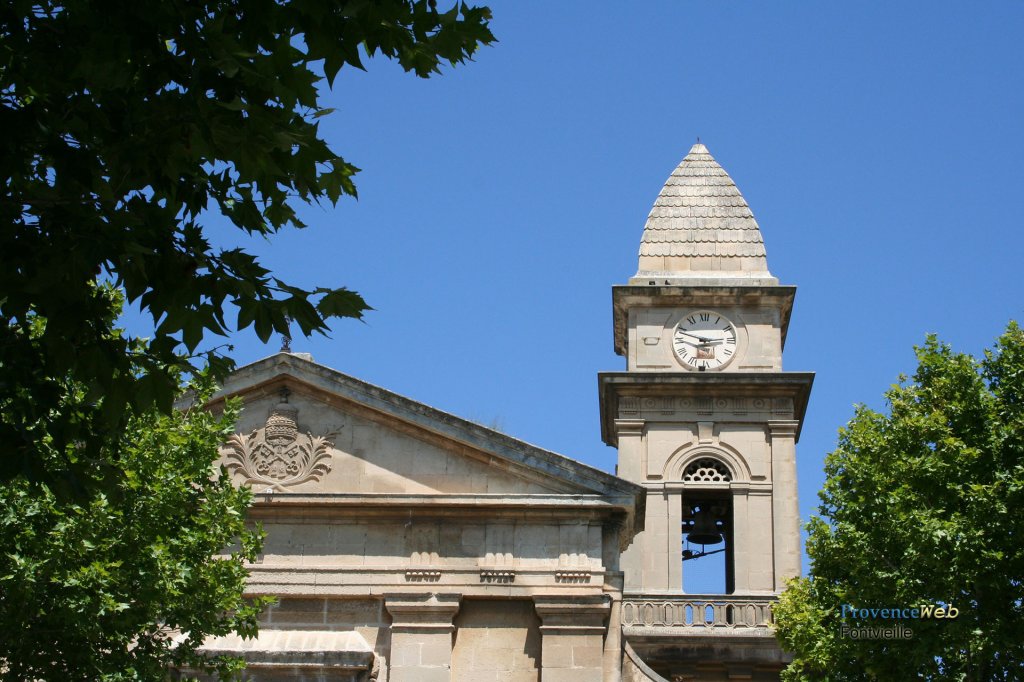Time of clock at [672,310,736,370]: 2:48
